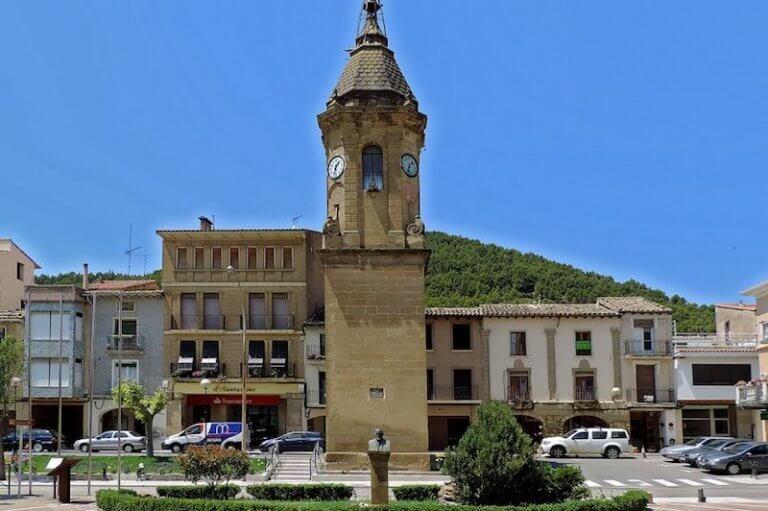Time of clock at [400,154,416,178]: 1:33
